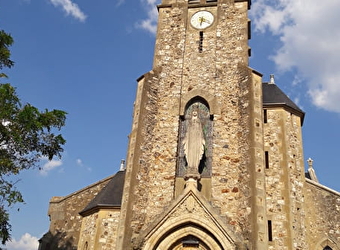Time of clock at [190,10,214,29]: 6:18
